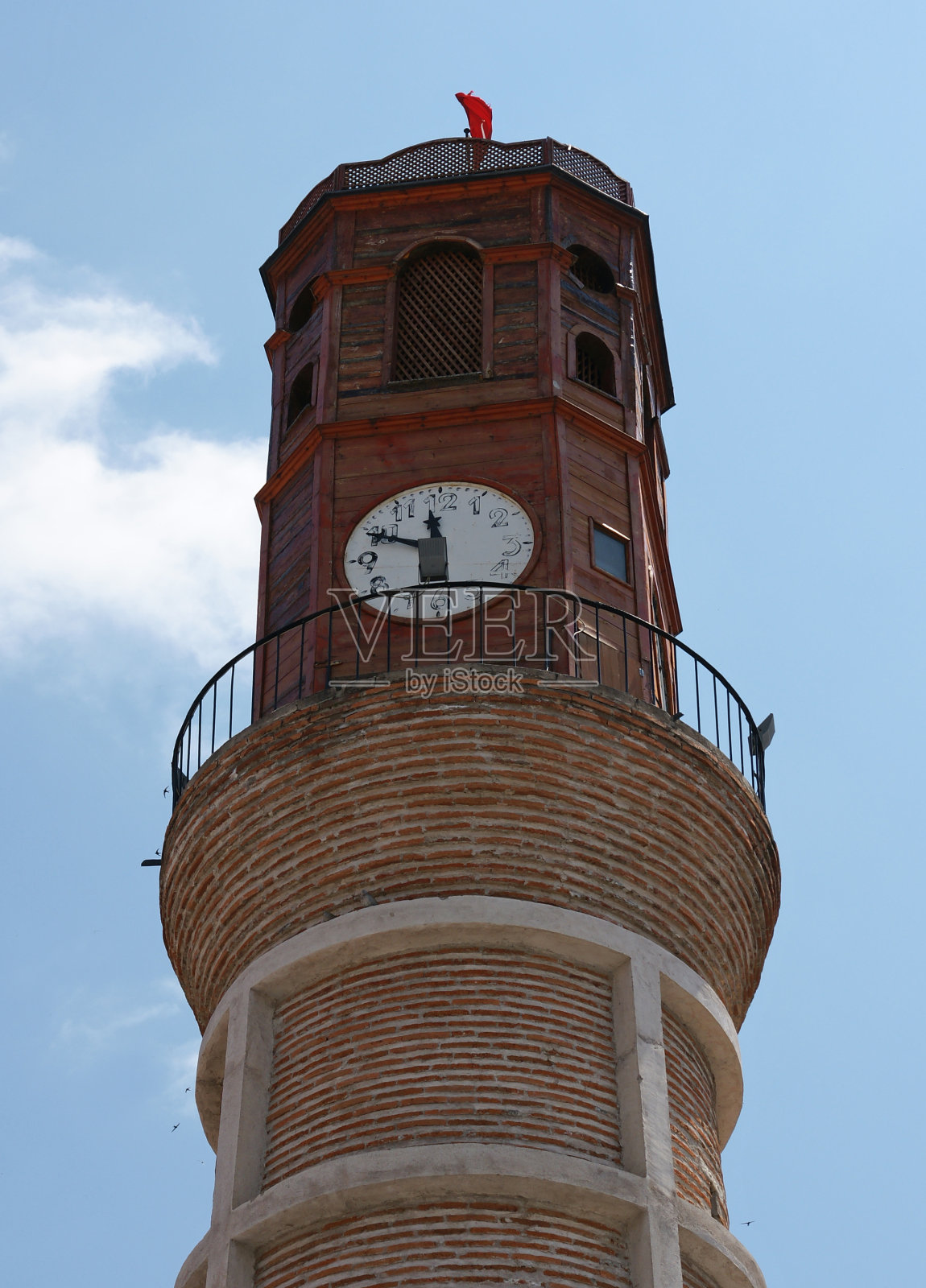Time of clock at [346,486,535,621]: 11:49
